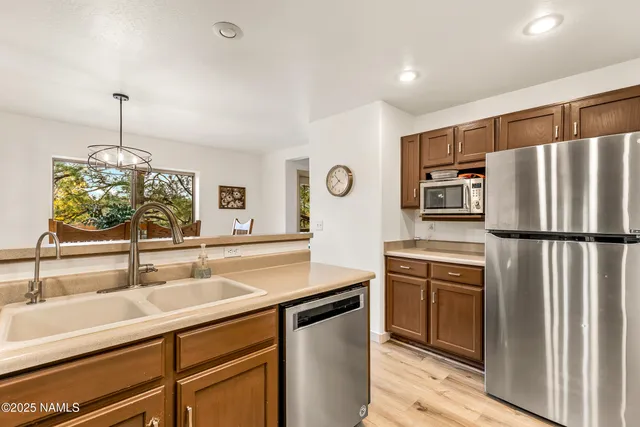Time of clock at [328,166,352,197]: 10:38
